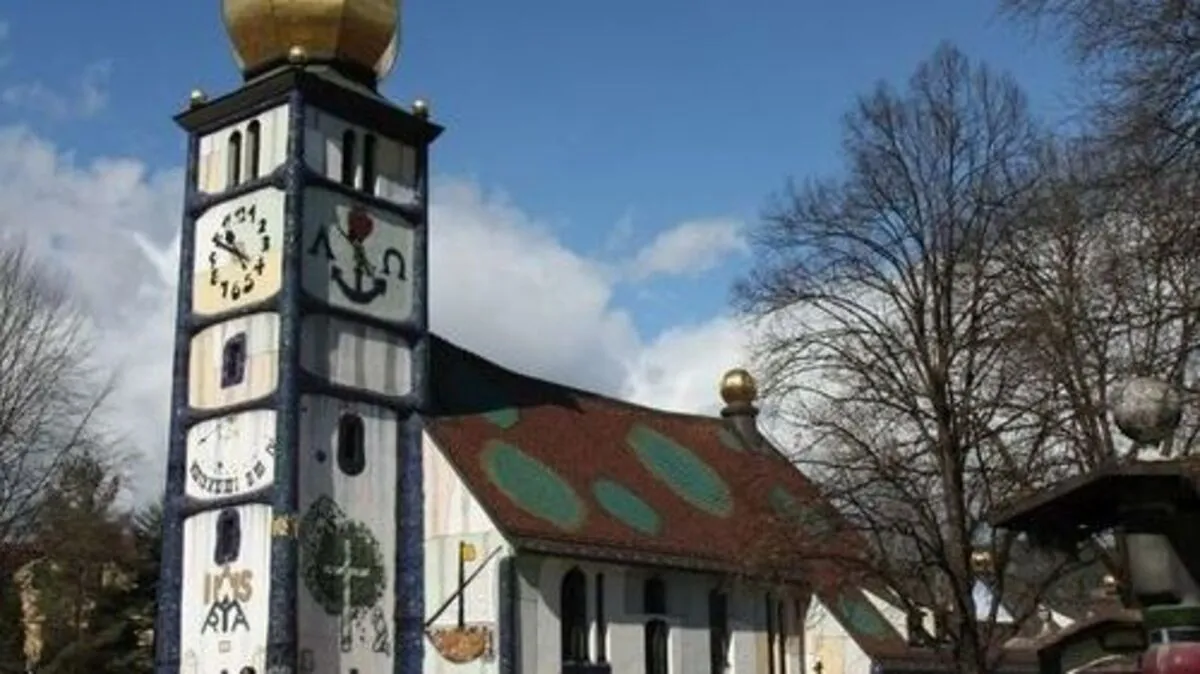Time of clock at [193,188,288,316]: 10:49
